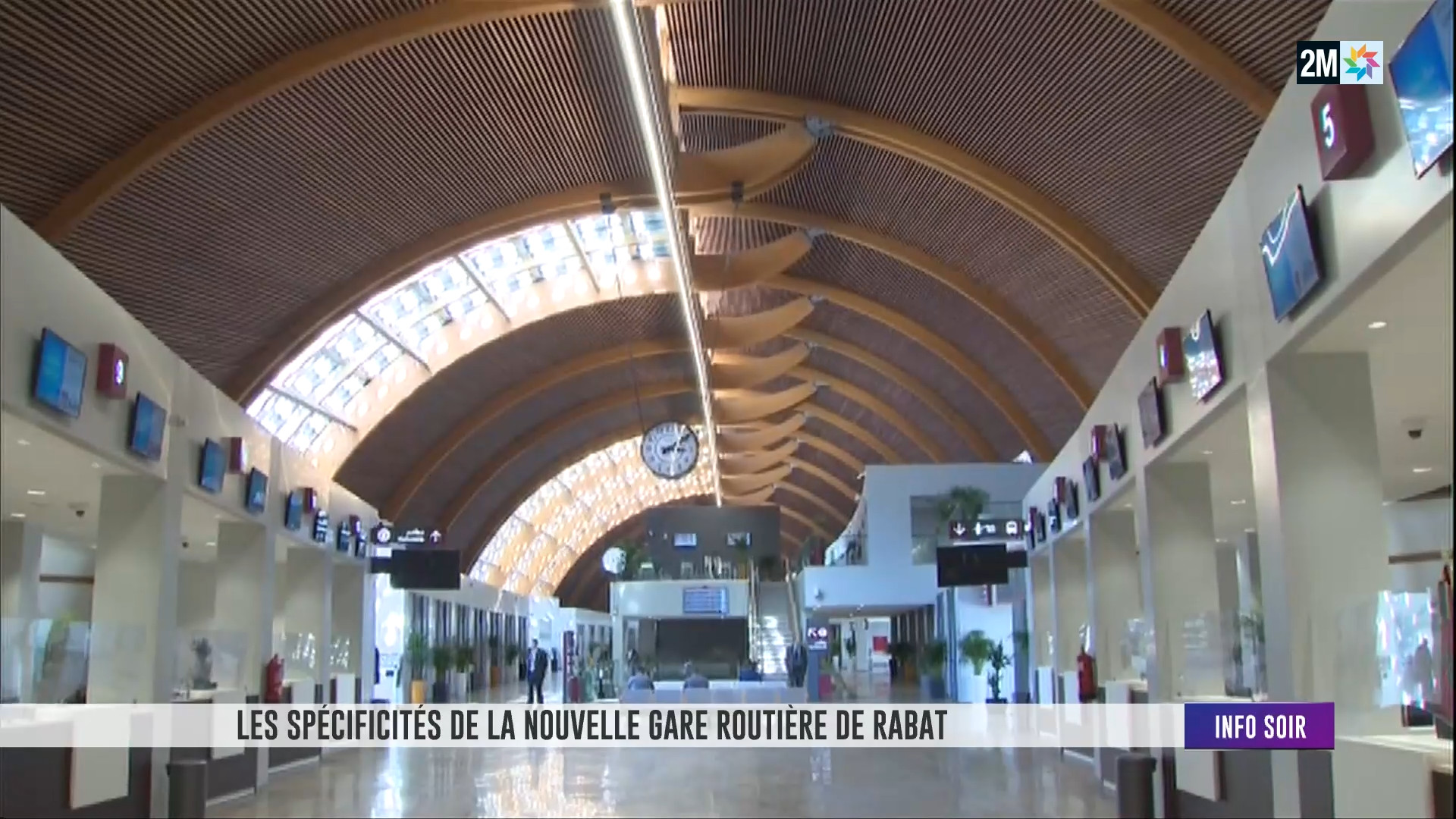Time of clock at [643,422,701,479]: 3:09
